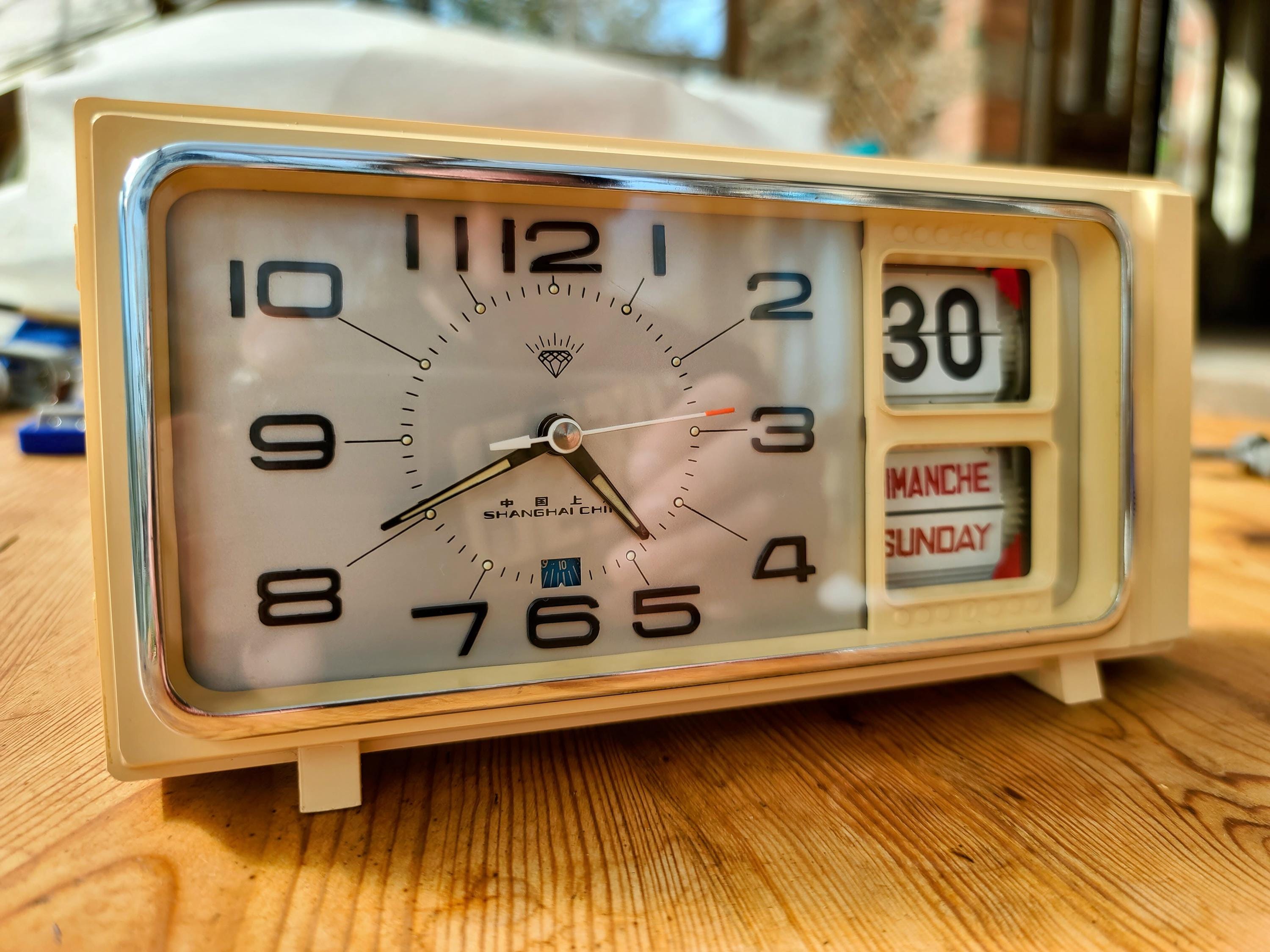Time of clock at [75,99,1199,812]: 4:40
